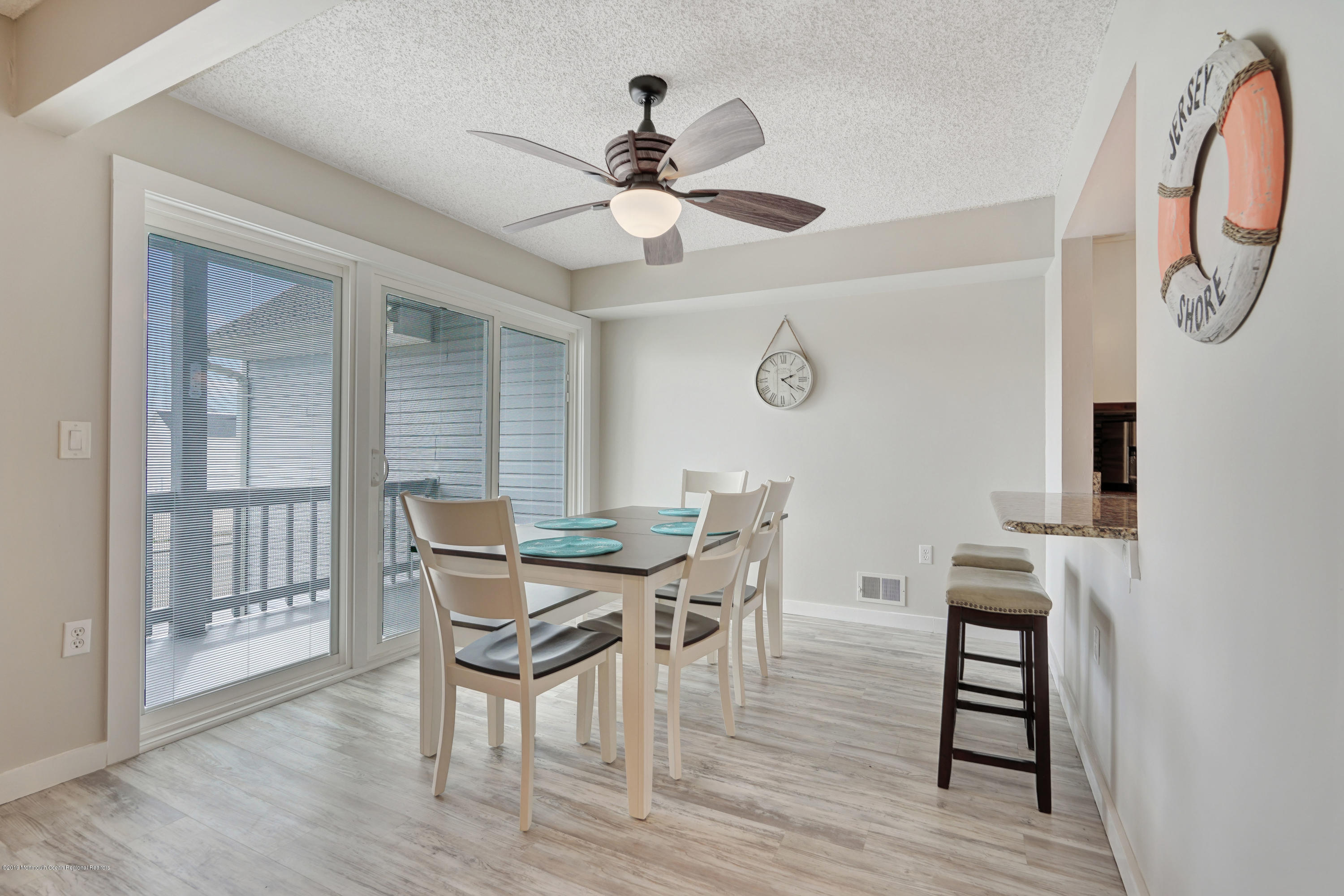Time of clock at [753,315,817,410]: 2:21
